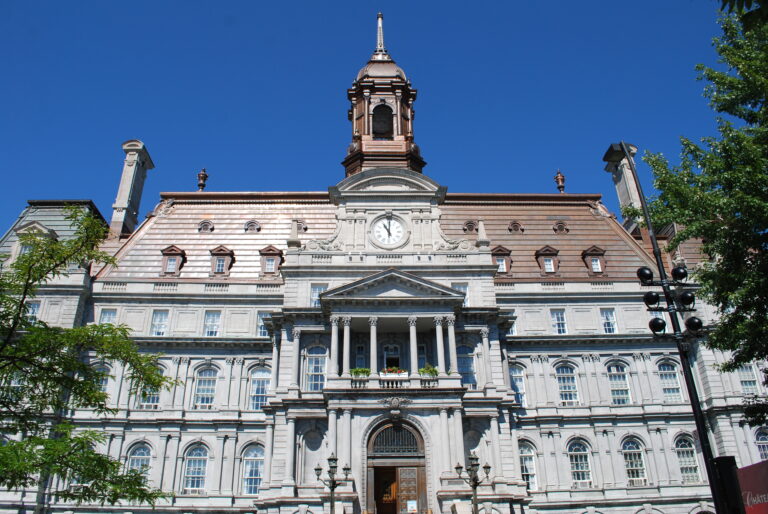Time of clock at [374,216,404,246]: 11:00
